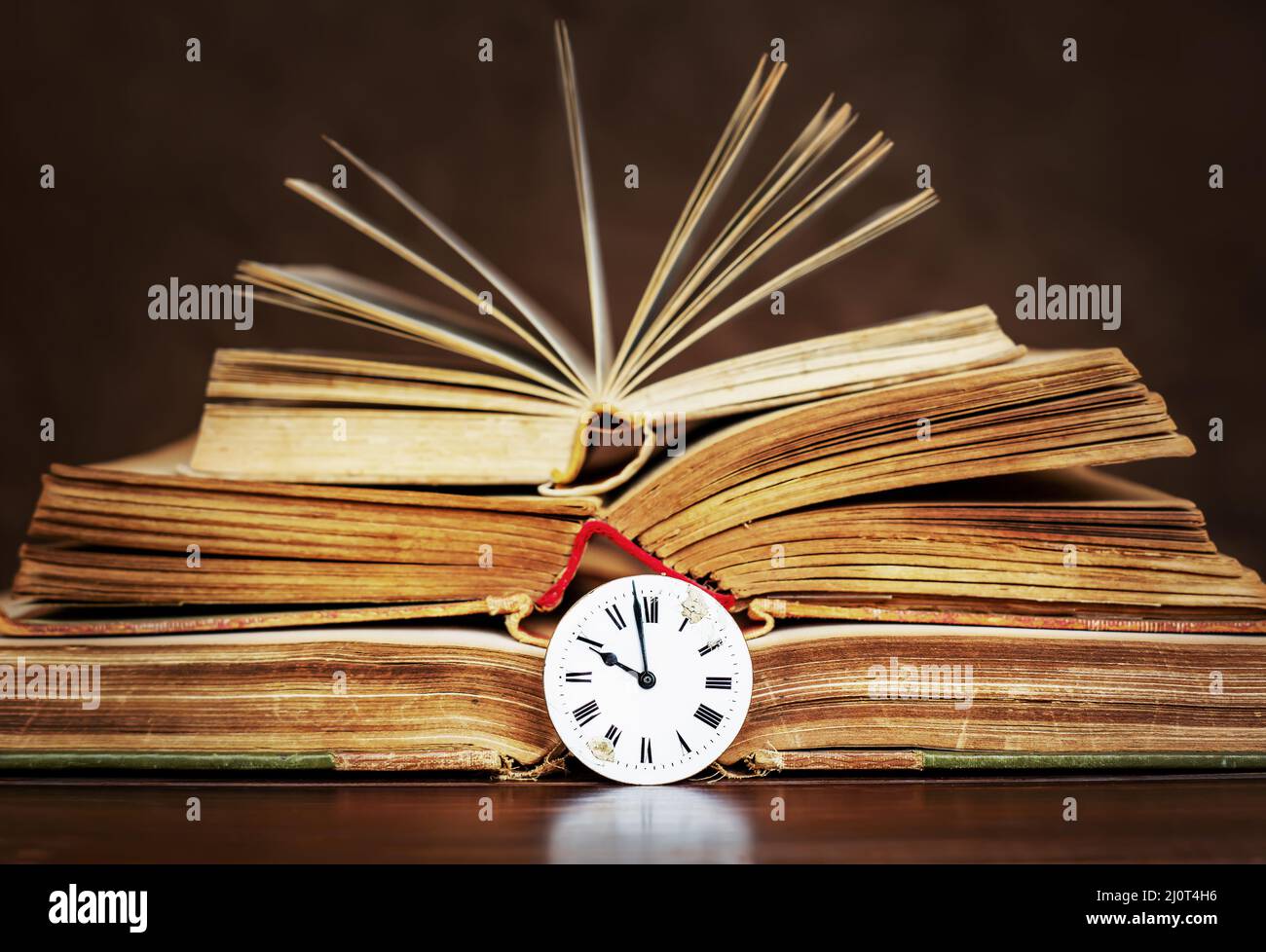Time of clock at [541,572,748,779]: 9:57
